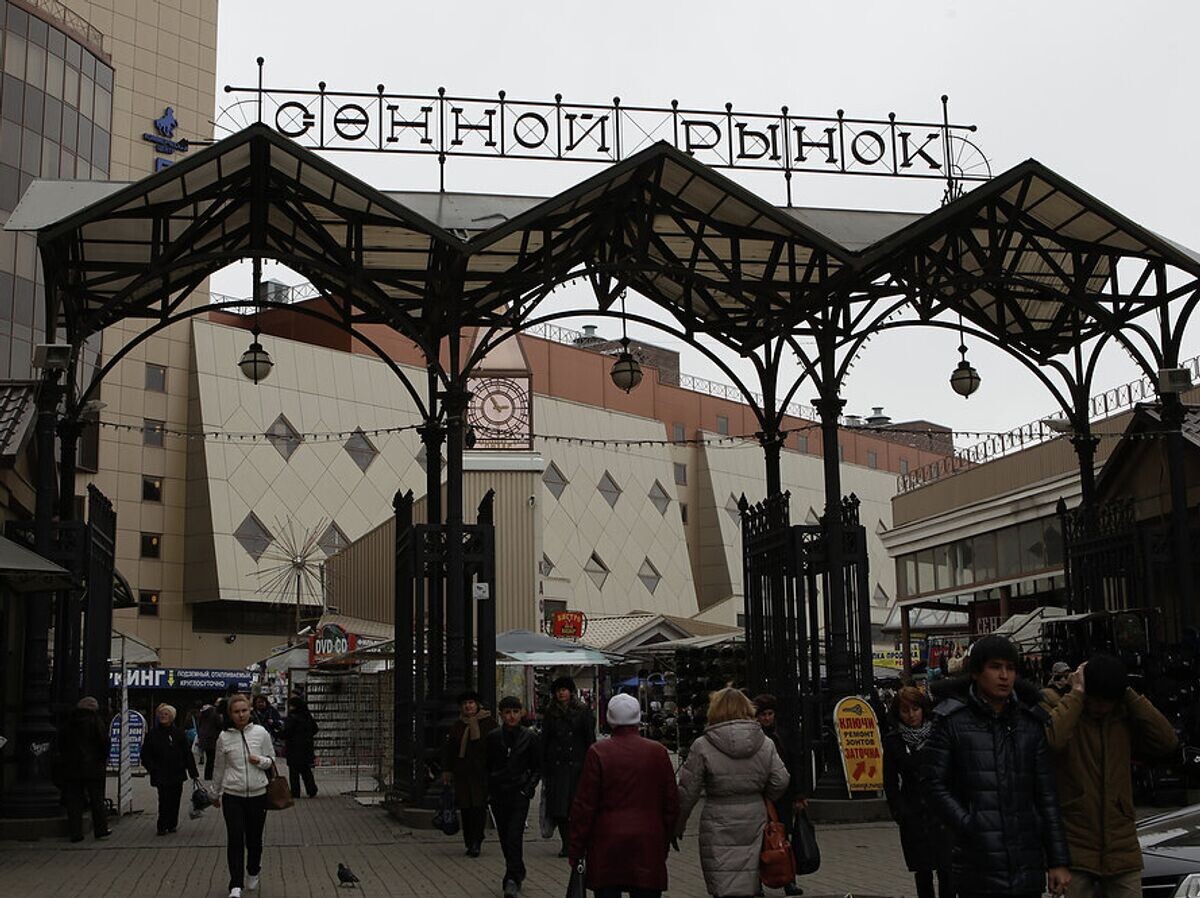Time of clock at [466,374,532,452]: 2:54
